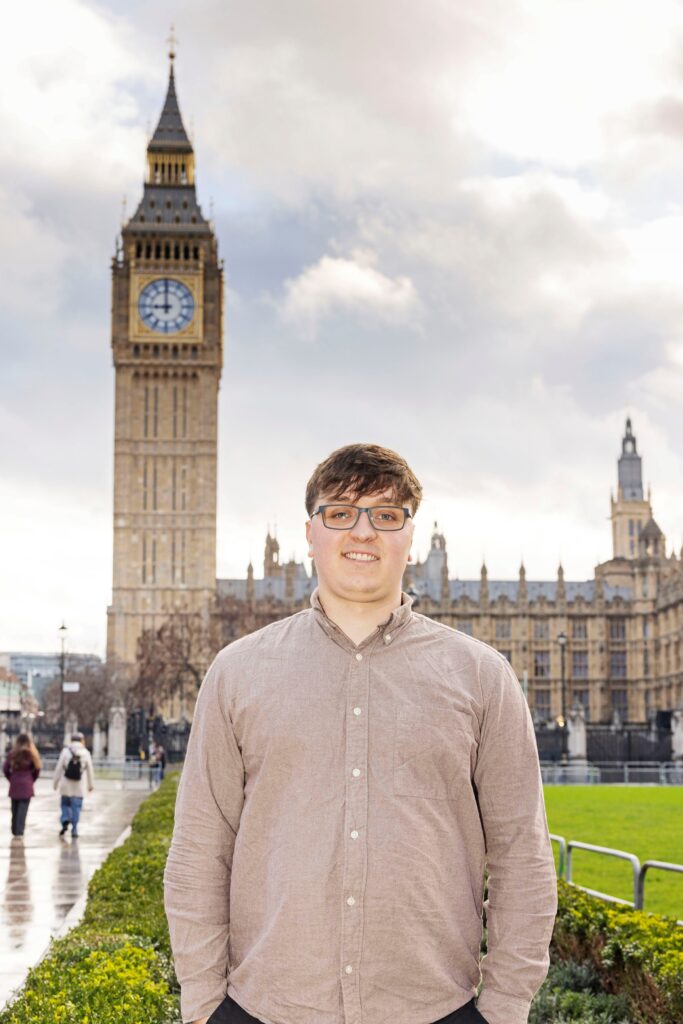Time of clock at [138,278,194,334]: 8:59
